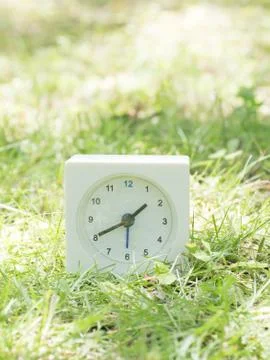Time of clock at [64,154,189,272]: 1:40
